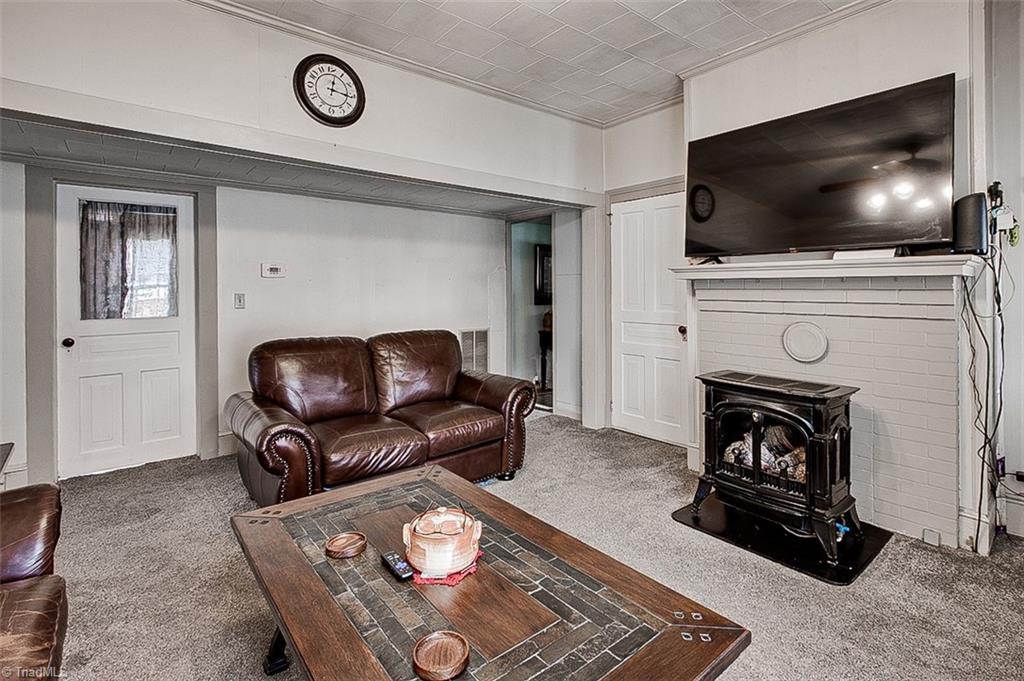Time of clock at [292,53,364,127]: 12:16
